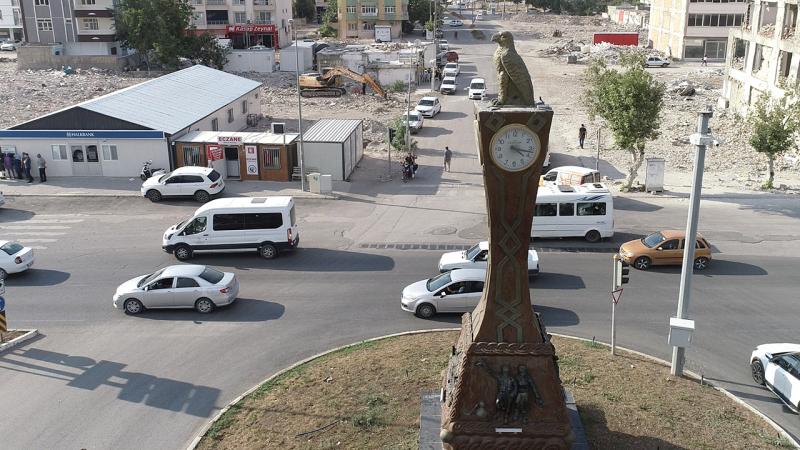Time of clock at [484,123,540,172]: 4:17
